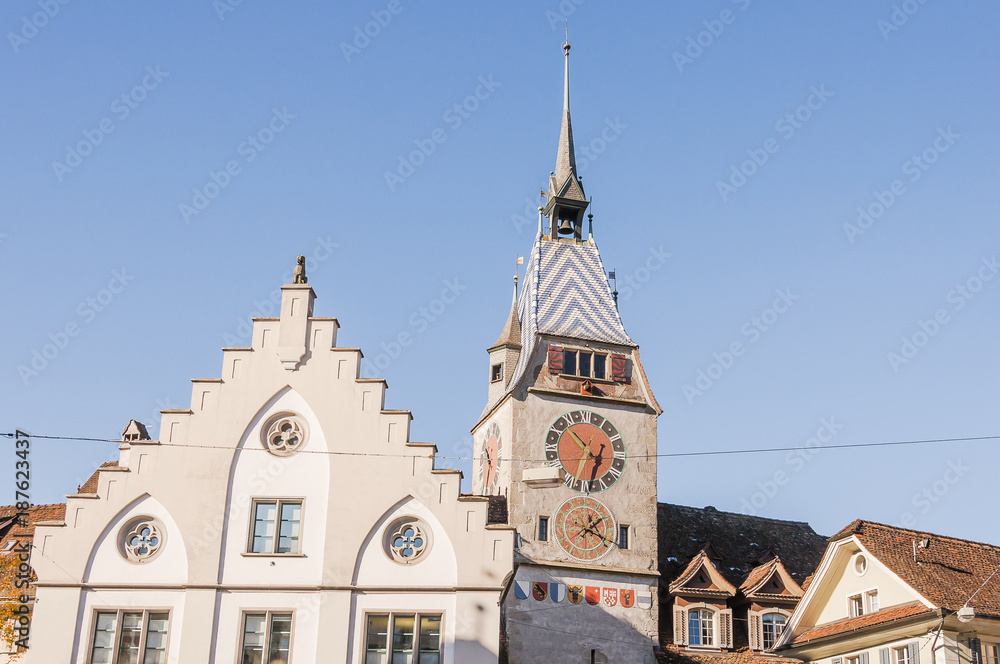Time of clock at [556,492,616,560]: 1:18
